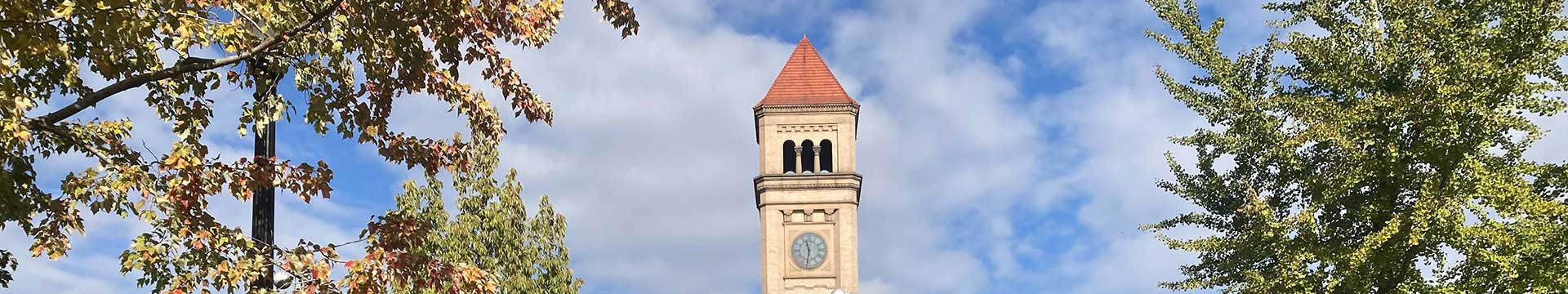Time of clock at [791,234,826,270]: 11:31
